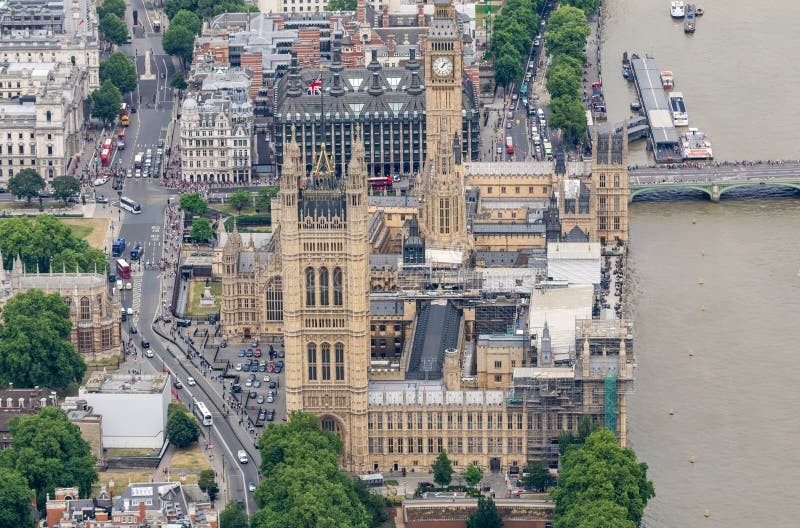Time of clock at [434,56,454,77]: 1:08
